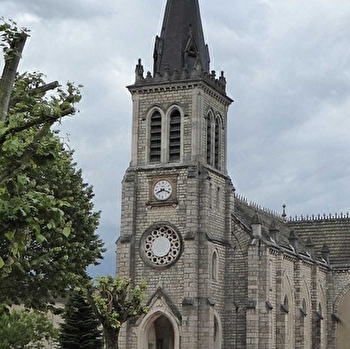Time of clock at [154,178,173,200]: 8:18
